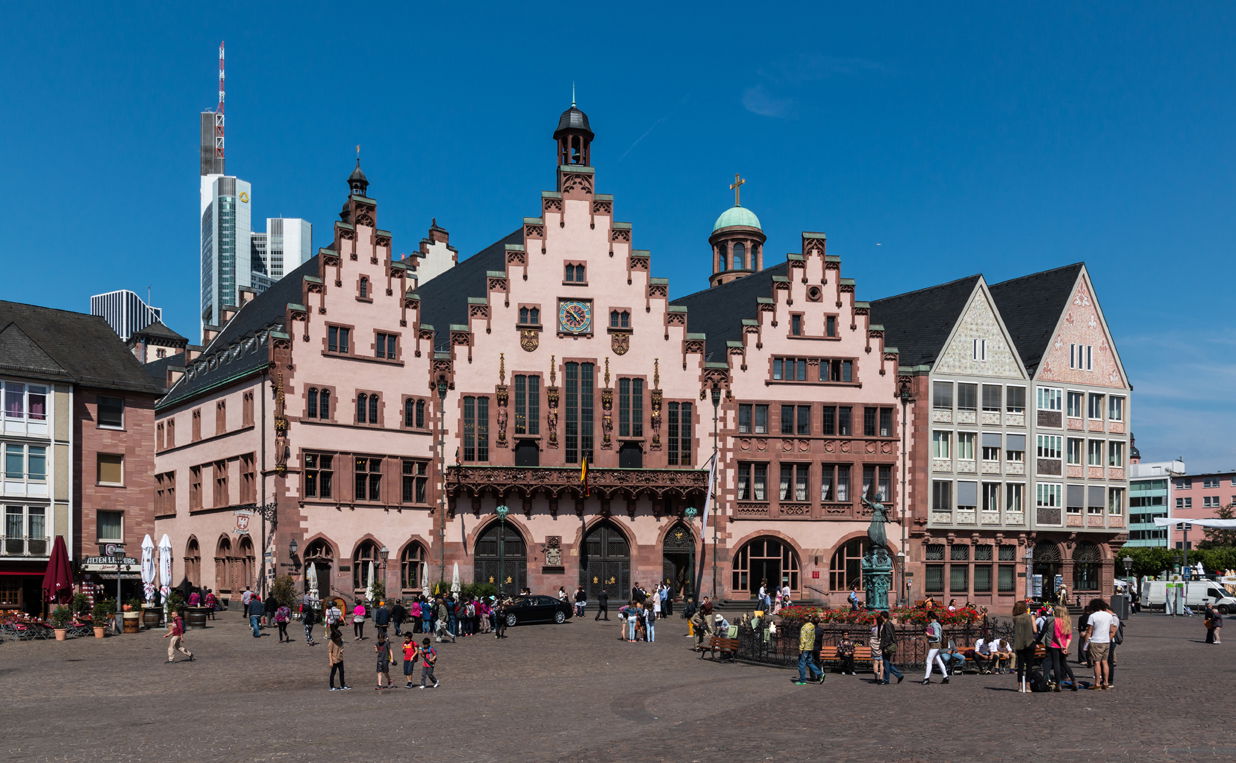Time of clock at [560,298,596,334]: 4:49
